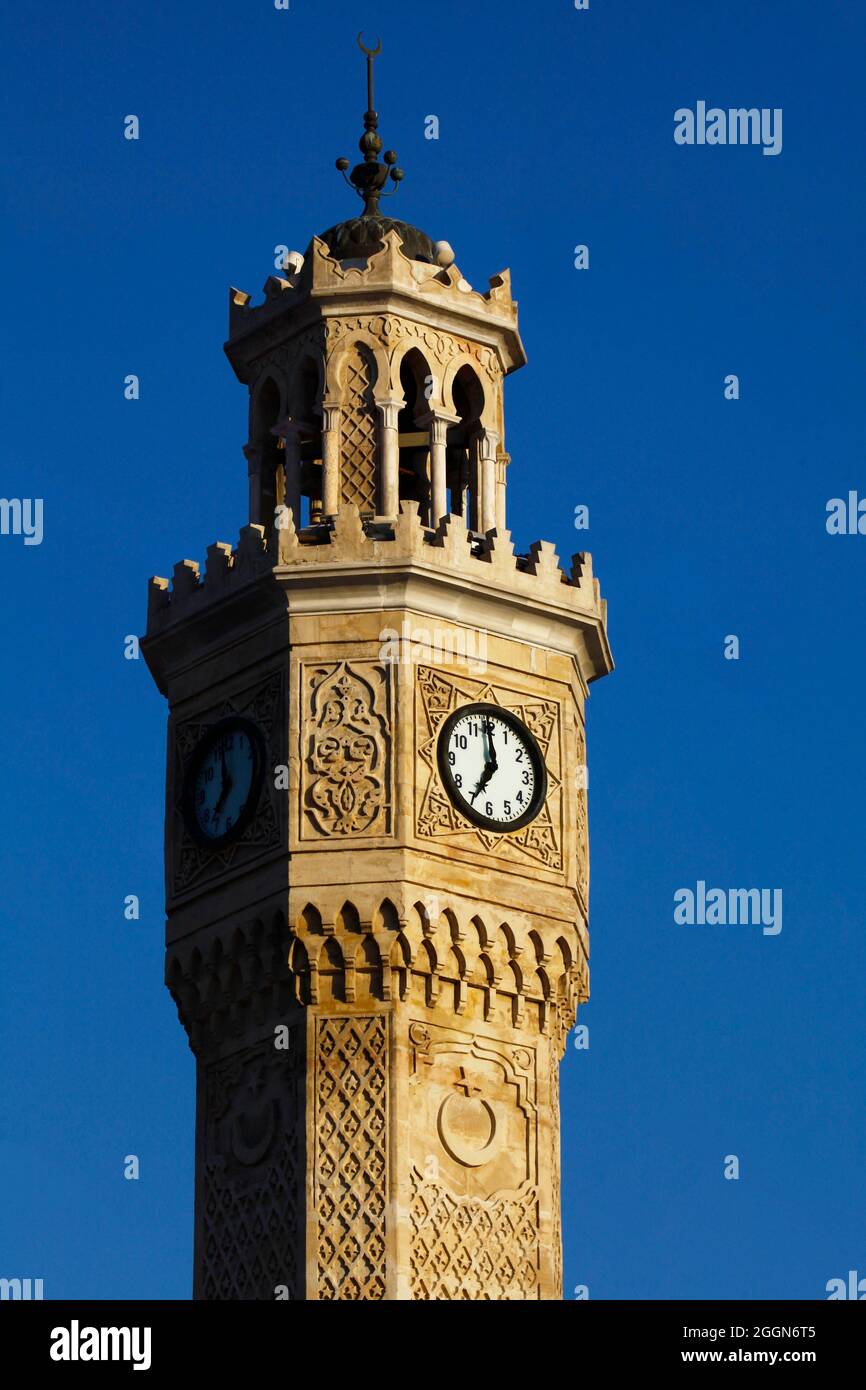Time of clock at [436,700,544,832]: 6:59
